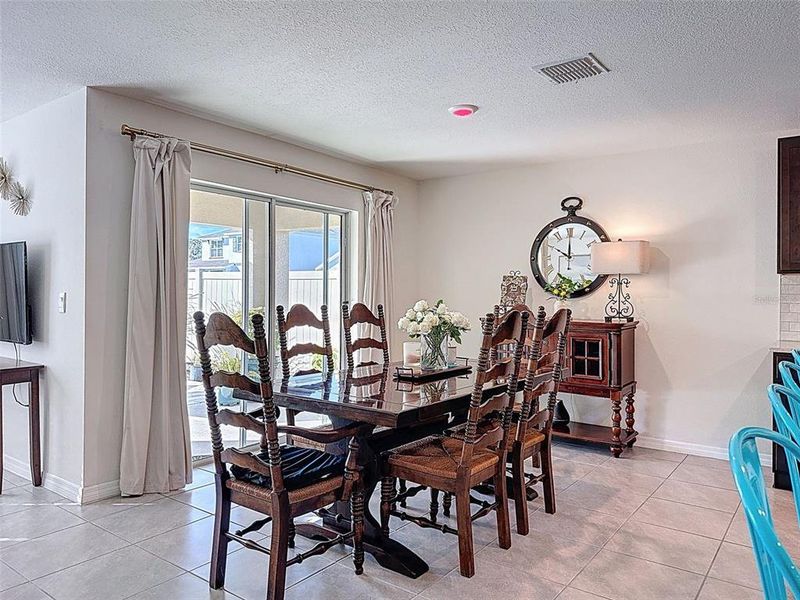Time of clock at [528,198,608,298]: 10:00
